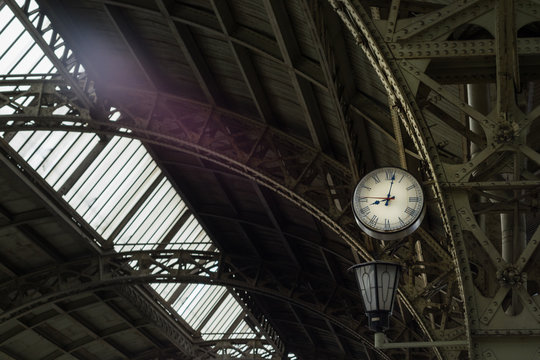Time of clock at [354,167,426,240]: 9:01
